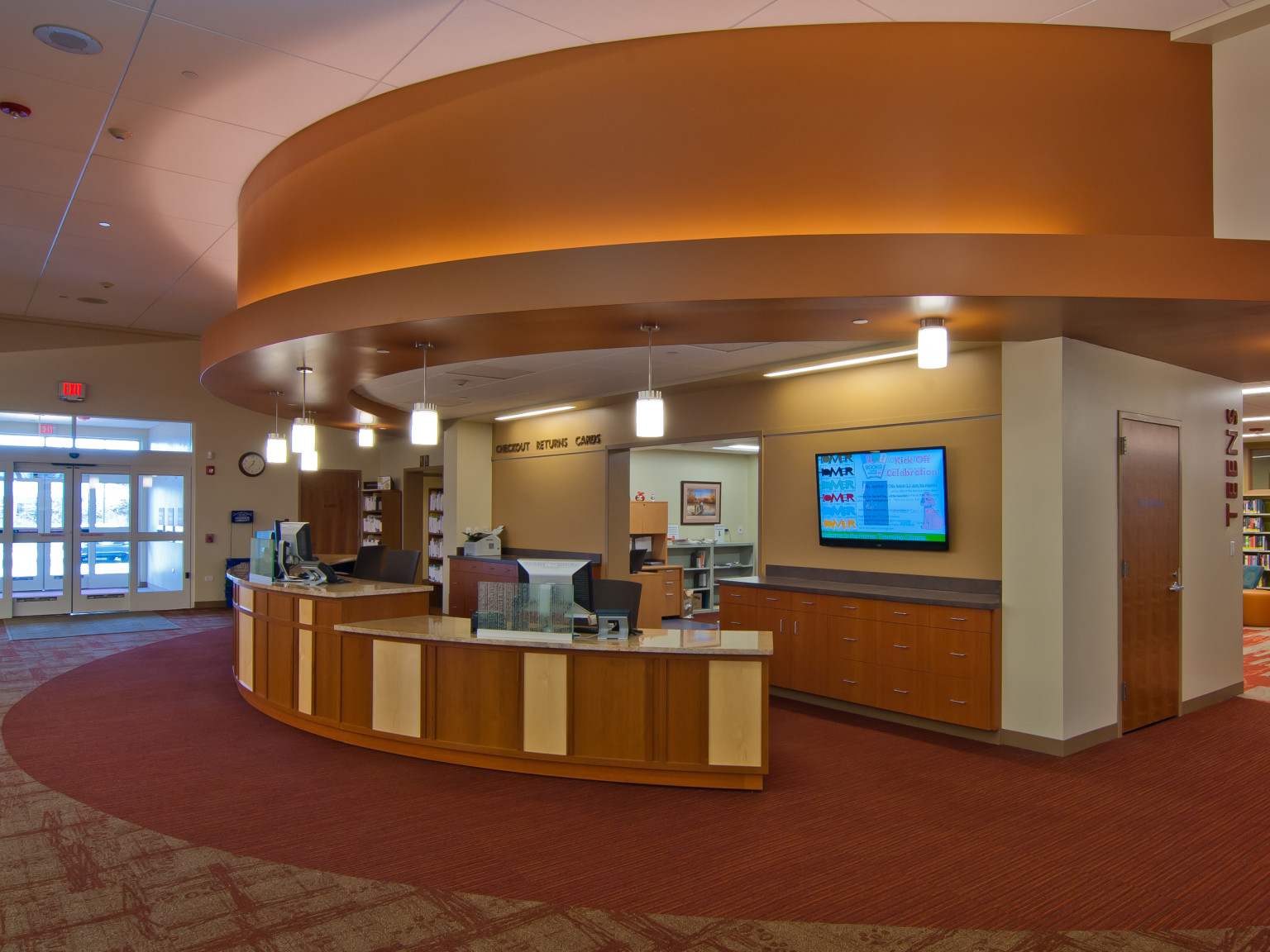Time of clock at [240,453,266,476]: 12:37
